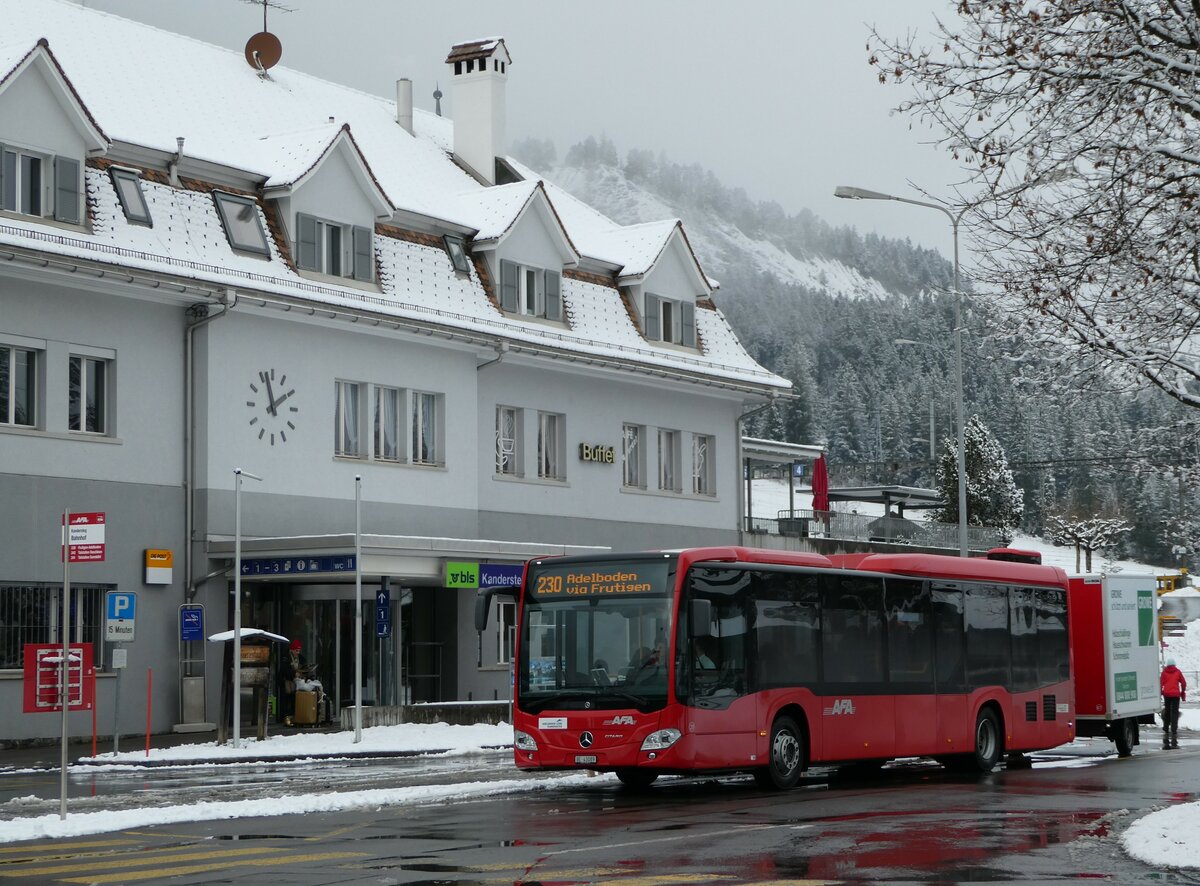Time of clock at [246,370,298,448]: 1:57
